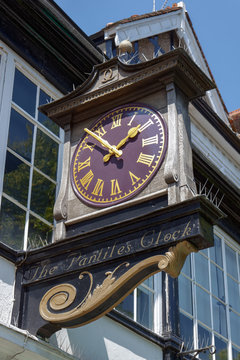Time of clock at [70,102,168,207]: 1:51
